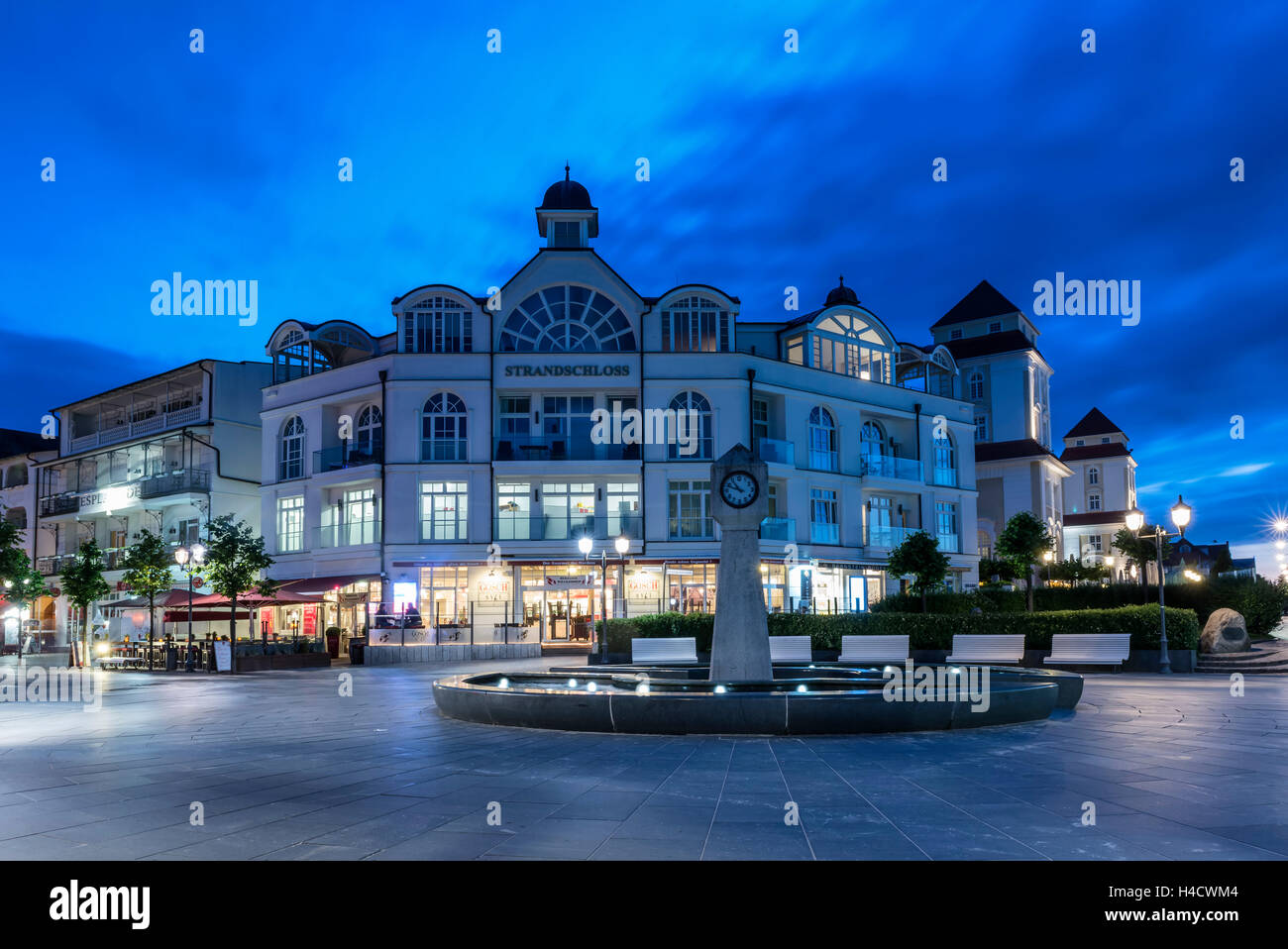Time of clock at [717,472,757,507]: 10:48
